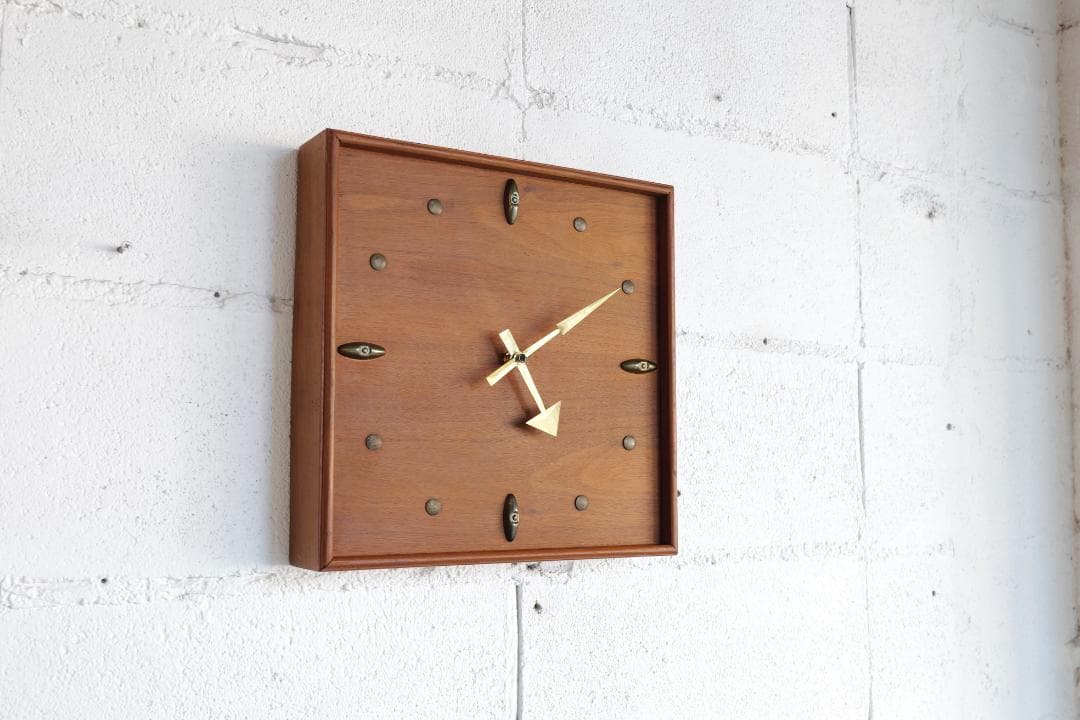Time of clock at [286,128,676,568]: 5:09
